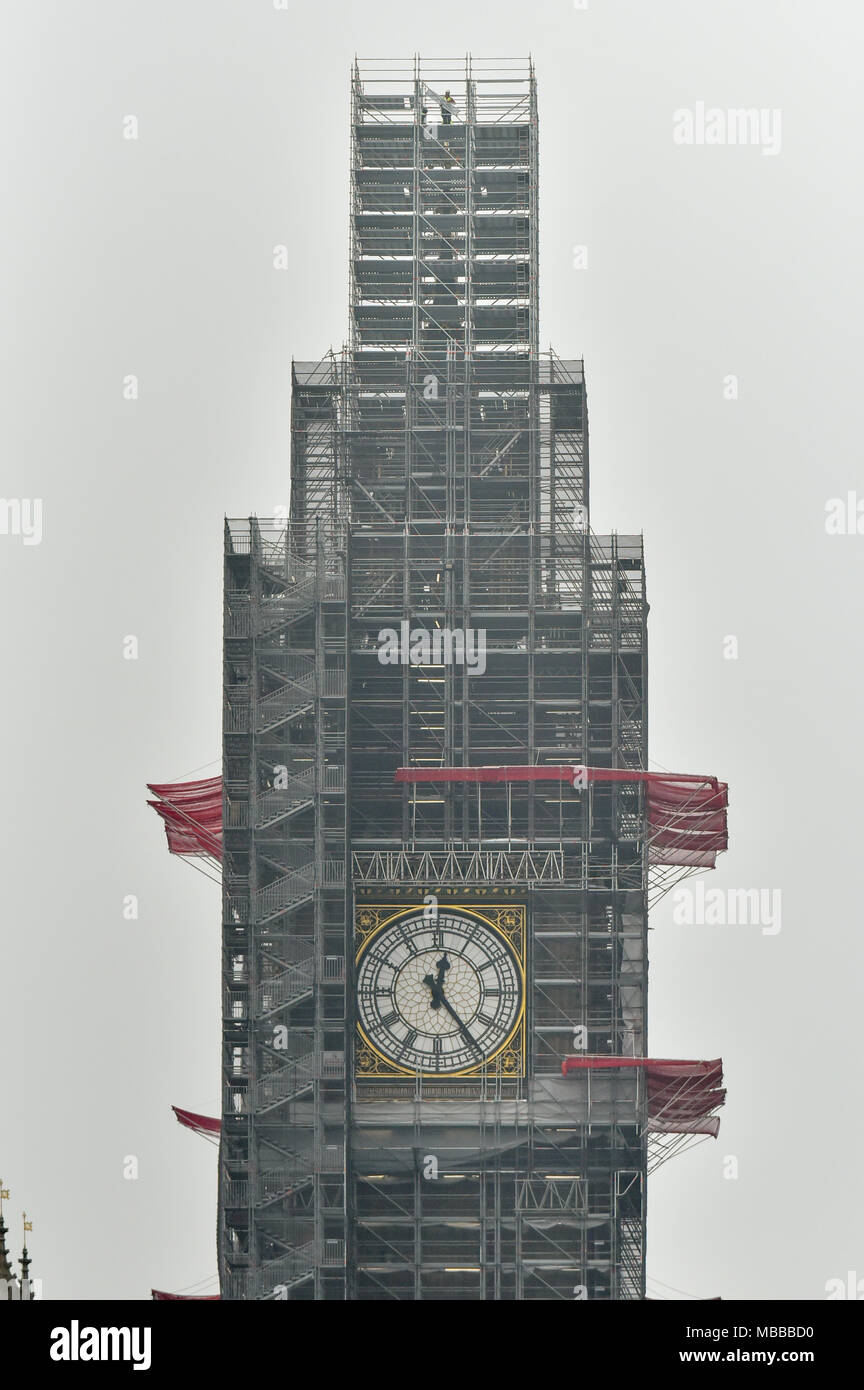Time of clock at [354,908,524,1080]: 12:23
